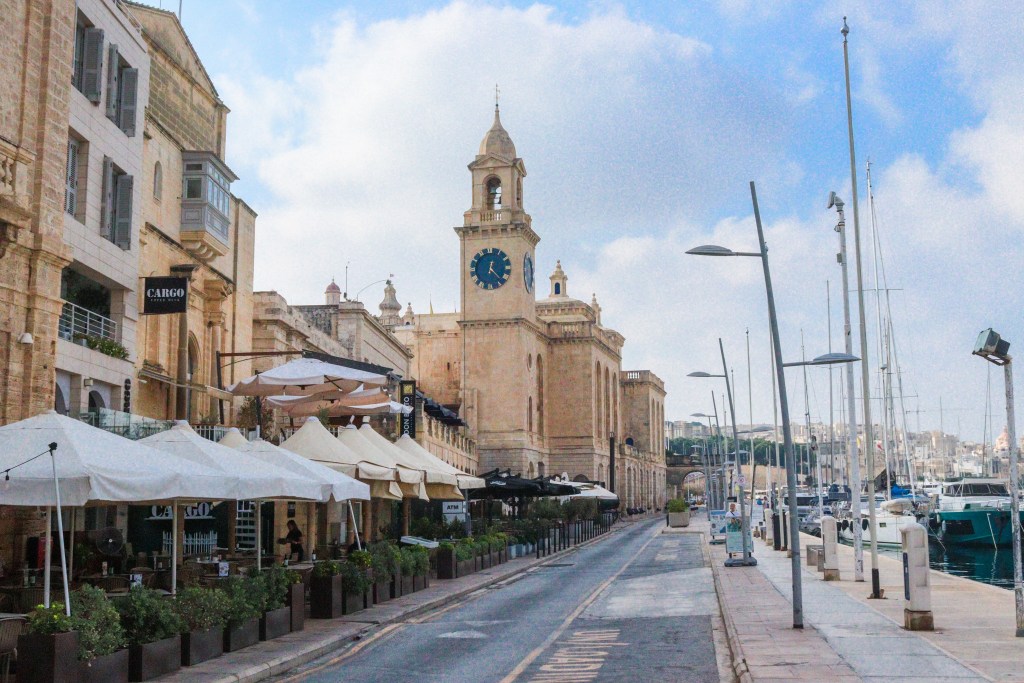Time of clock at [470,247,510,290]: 12:23
